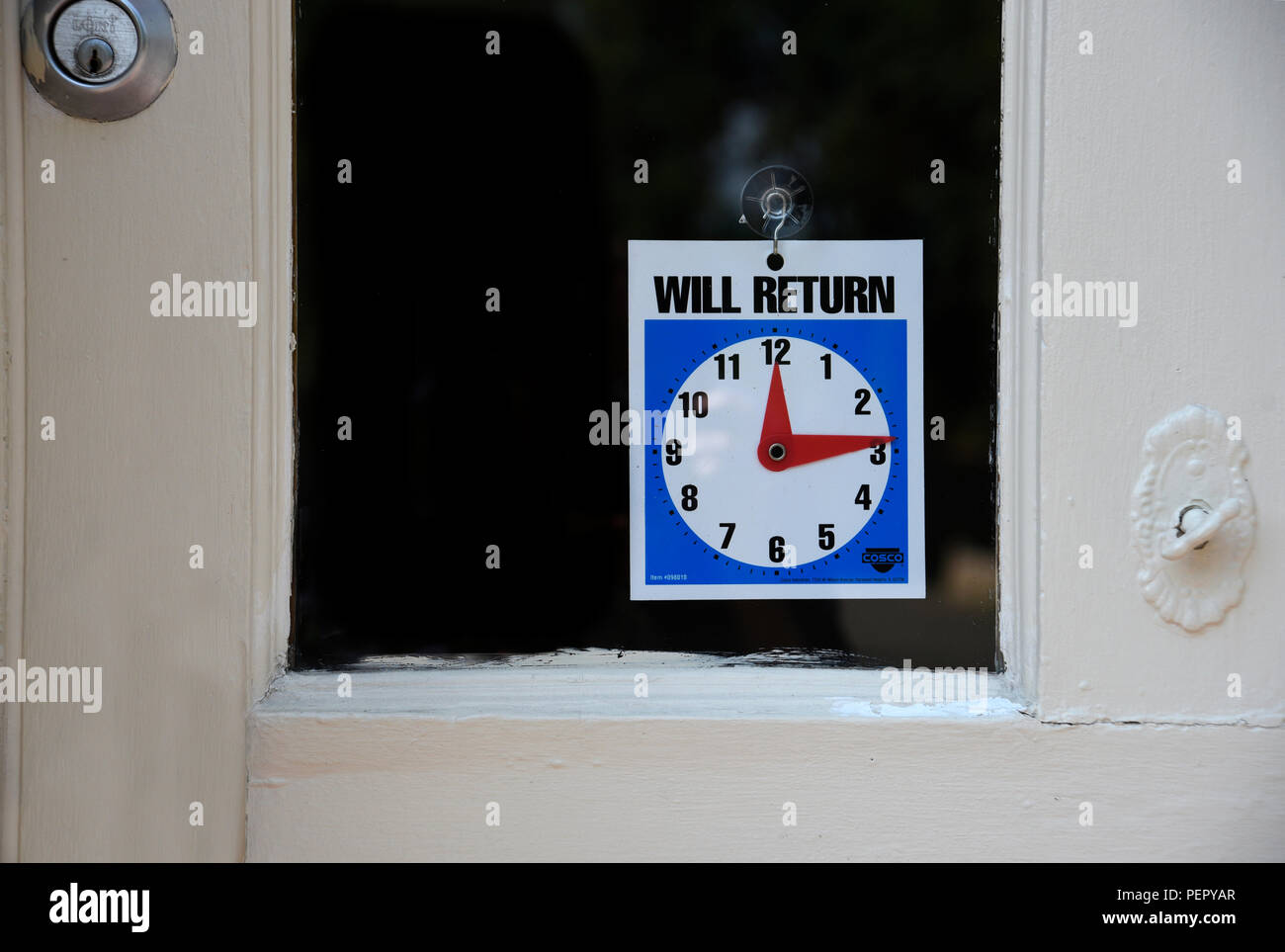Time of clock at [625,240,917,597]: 12:13
